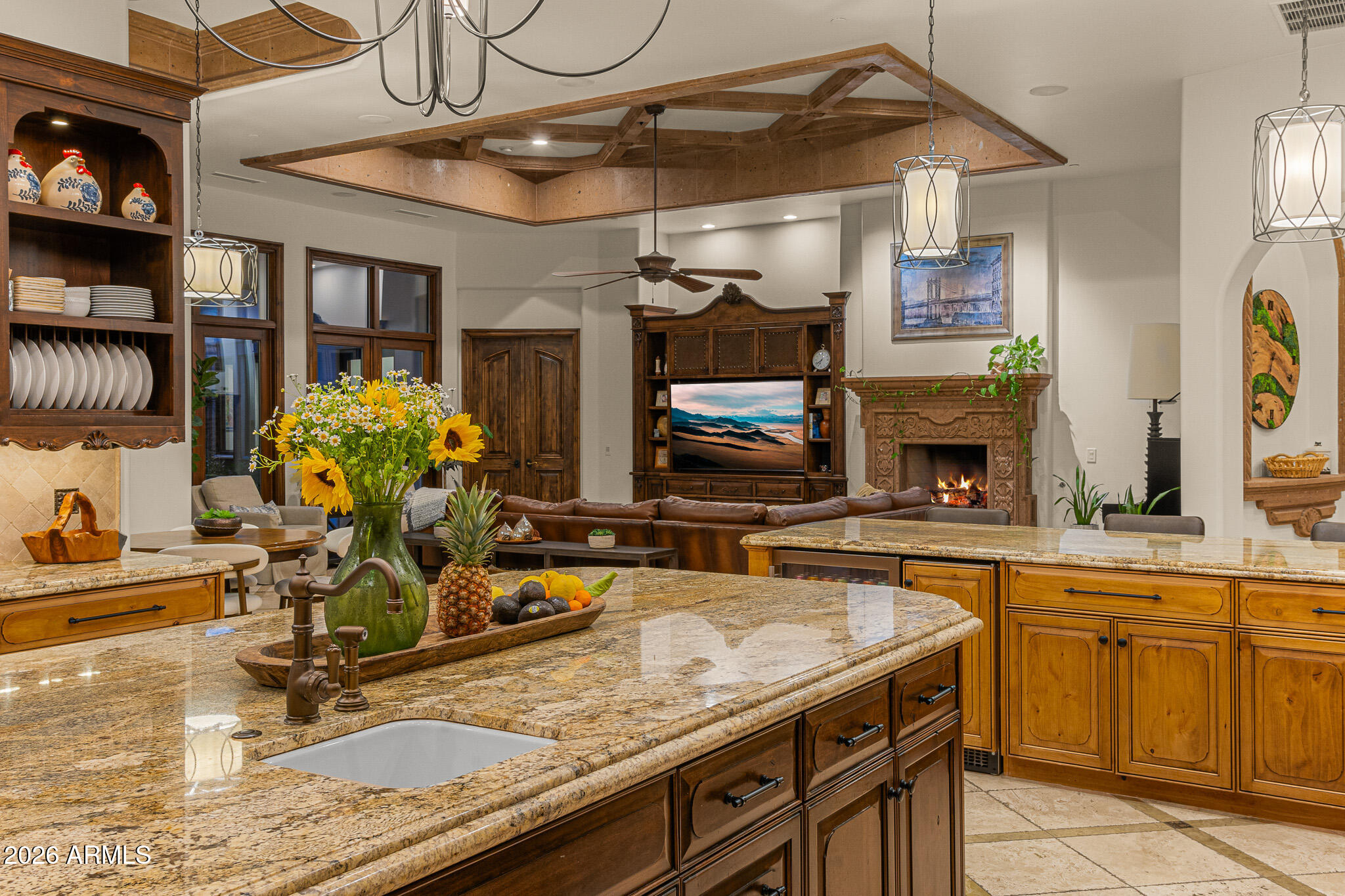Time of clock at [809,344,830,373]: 6:38
